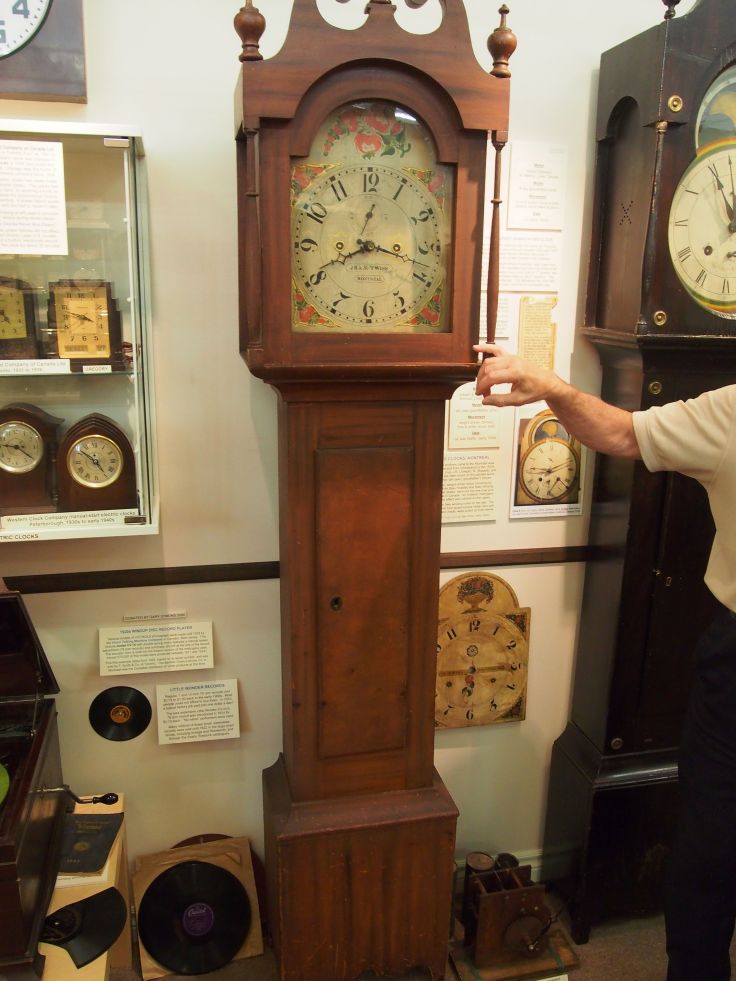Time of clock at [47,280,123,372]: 3:47
